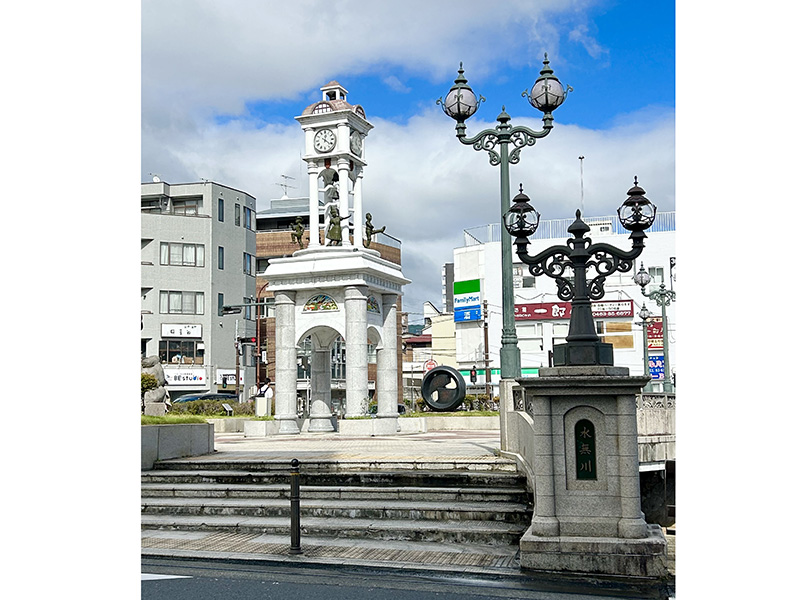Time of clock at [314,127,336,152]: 12:21
